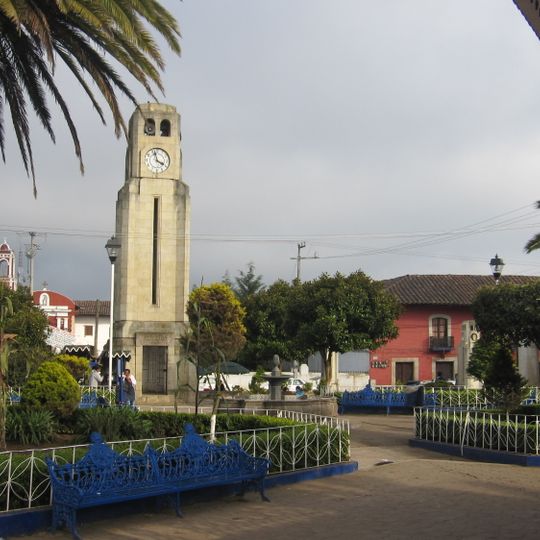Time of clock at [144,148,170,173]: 3:57
